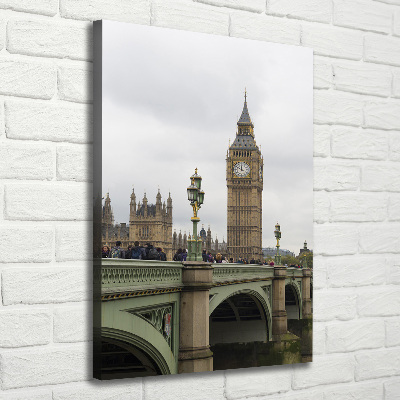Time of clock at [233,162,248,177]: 11:50
